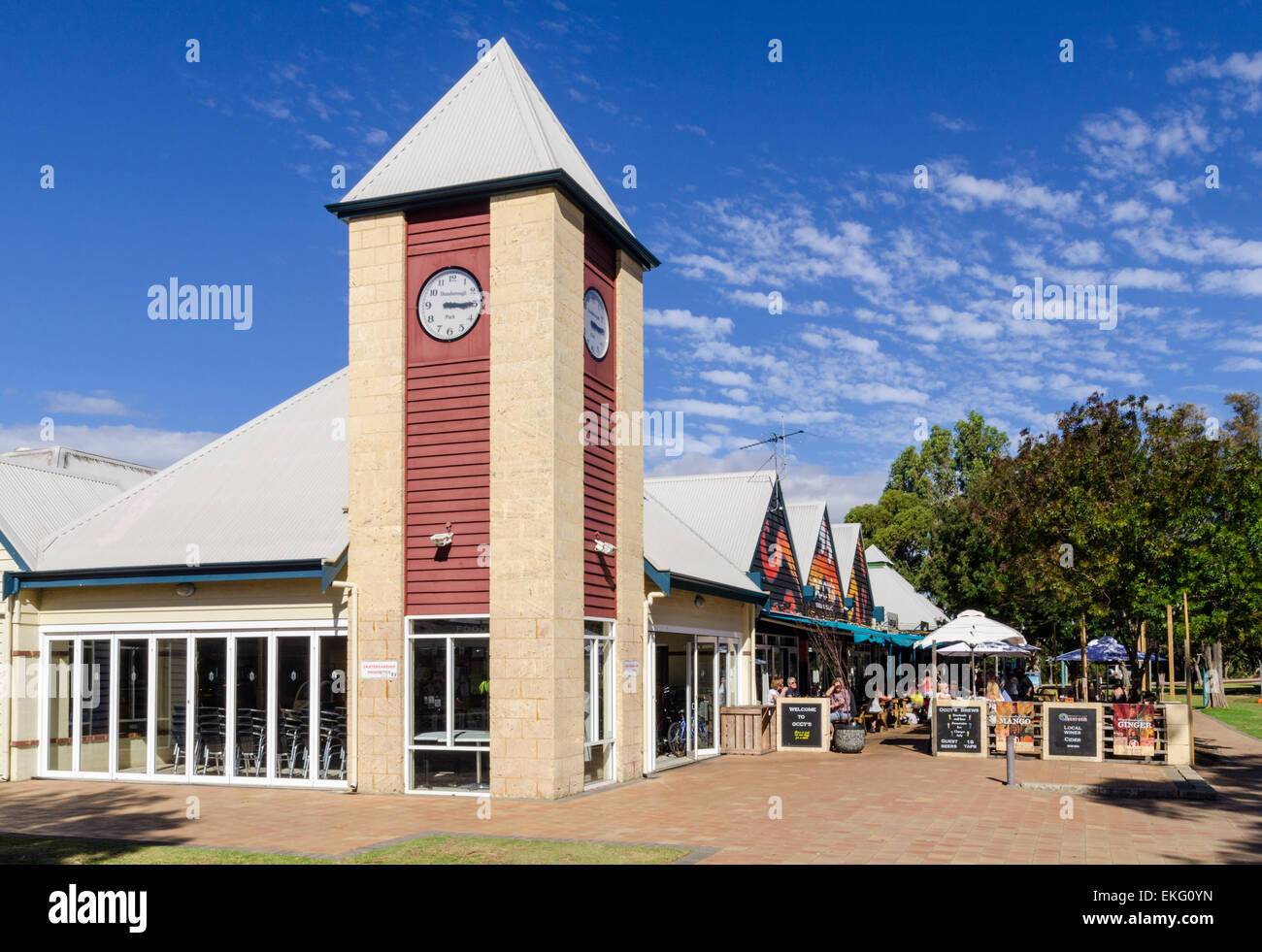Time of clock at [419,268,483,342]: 3:15
